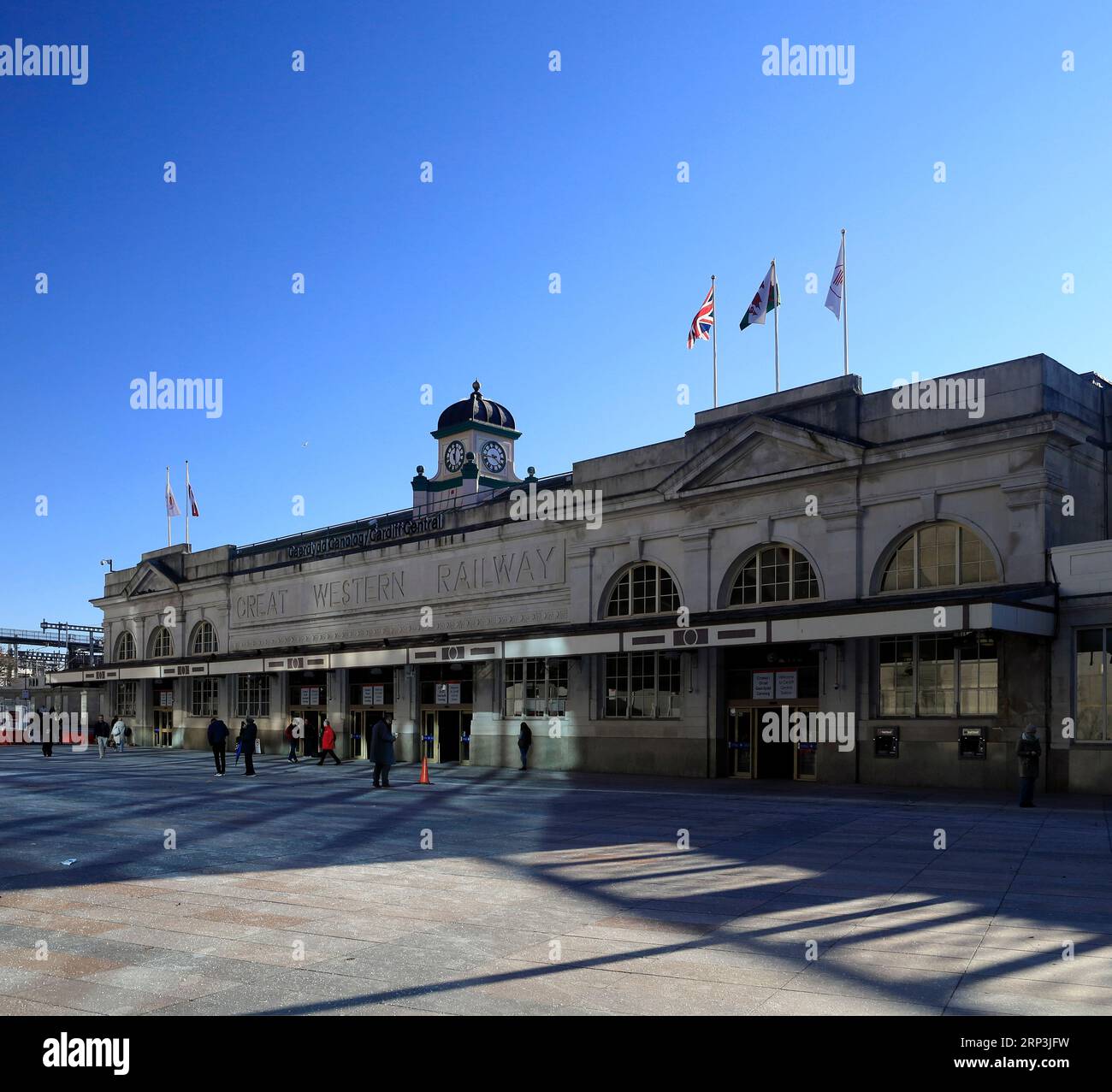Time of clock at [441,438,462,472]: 12:26
